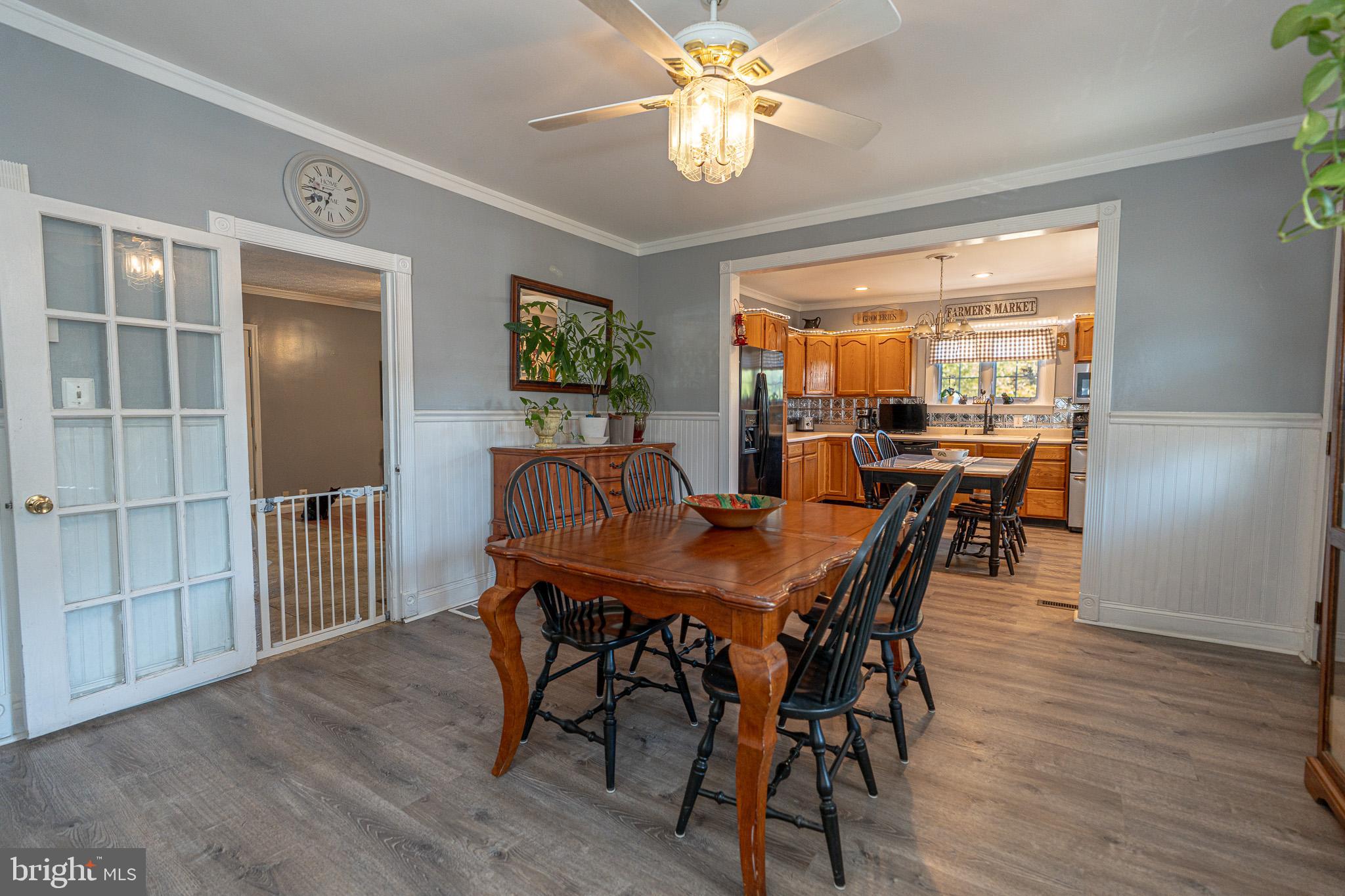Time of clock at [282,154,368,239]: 6:45
